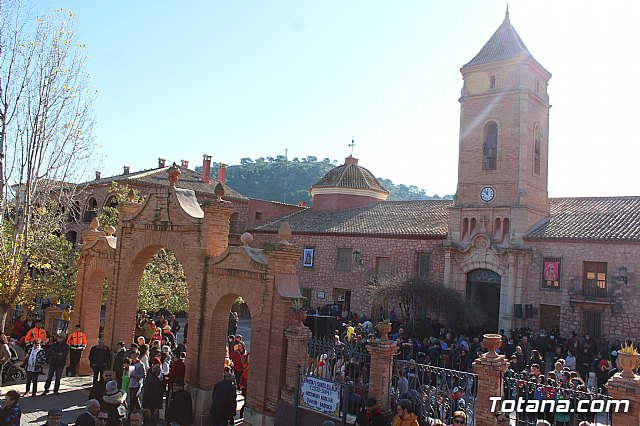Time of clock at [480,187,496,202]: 11:52
